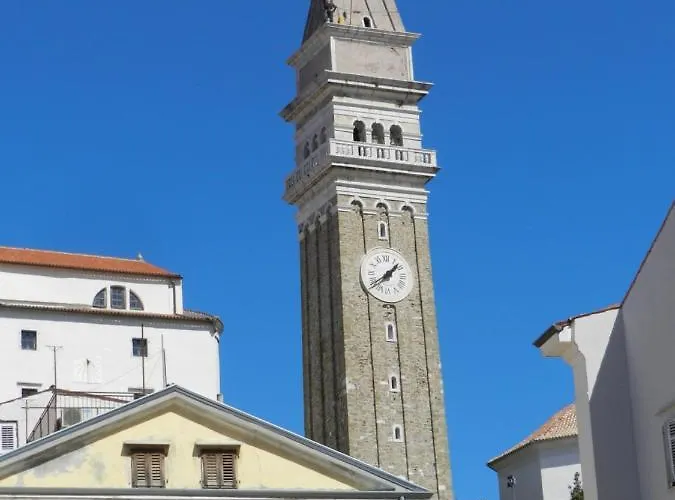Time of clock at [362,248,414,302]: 1:39
